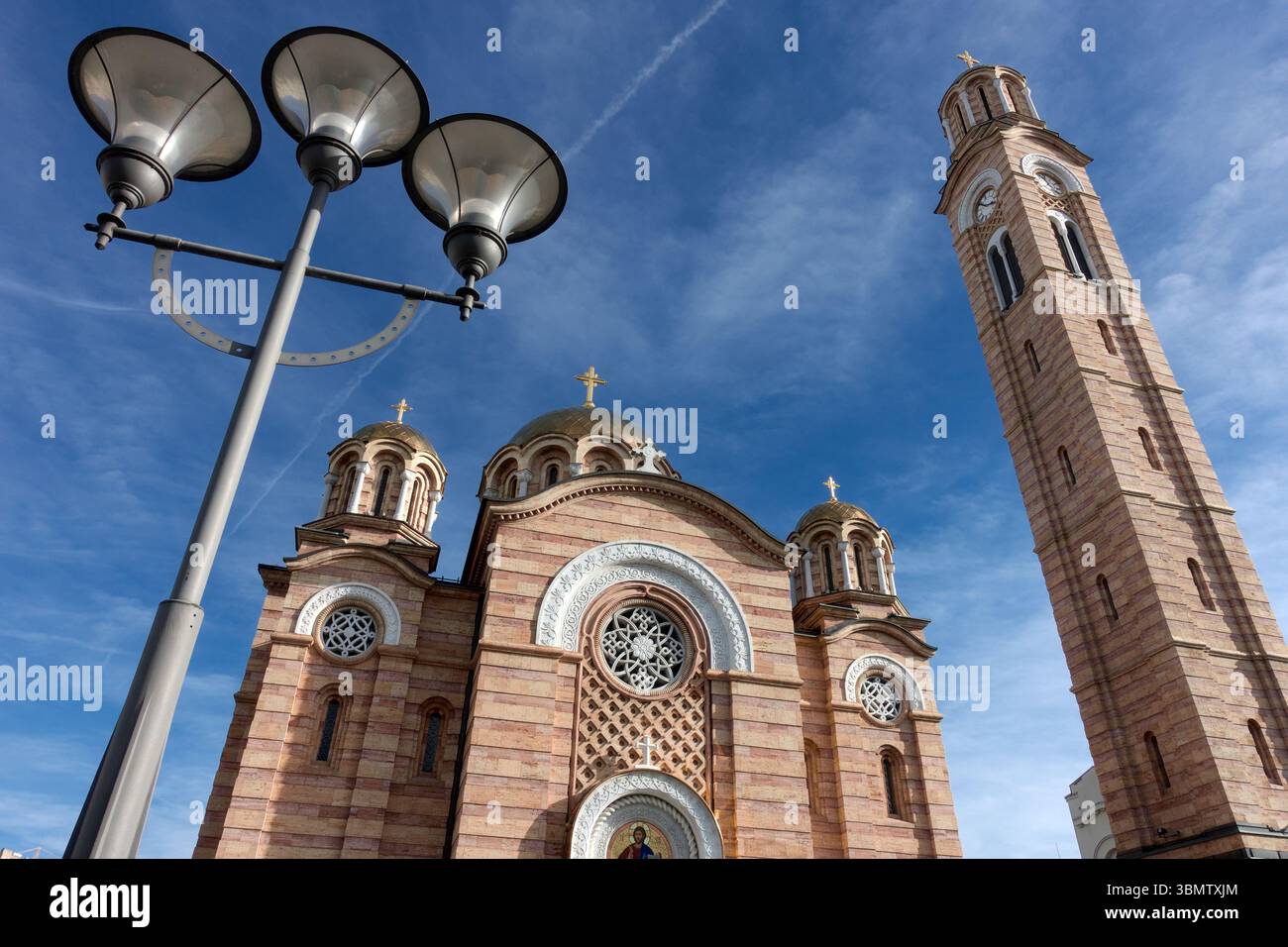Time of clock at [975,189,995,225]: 2:48
